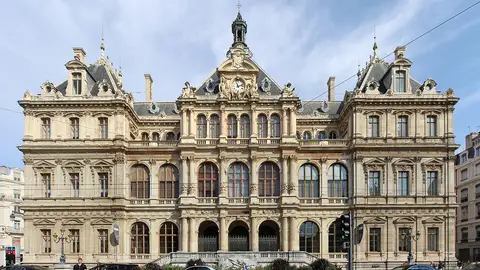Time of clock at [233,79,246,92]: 11:12
